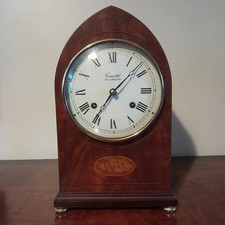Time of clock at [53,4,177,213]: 7:07
